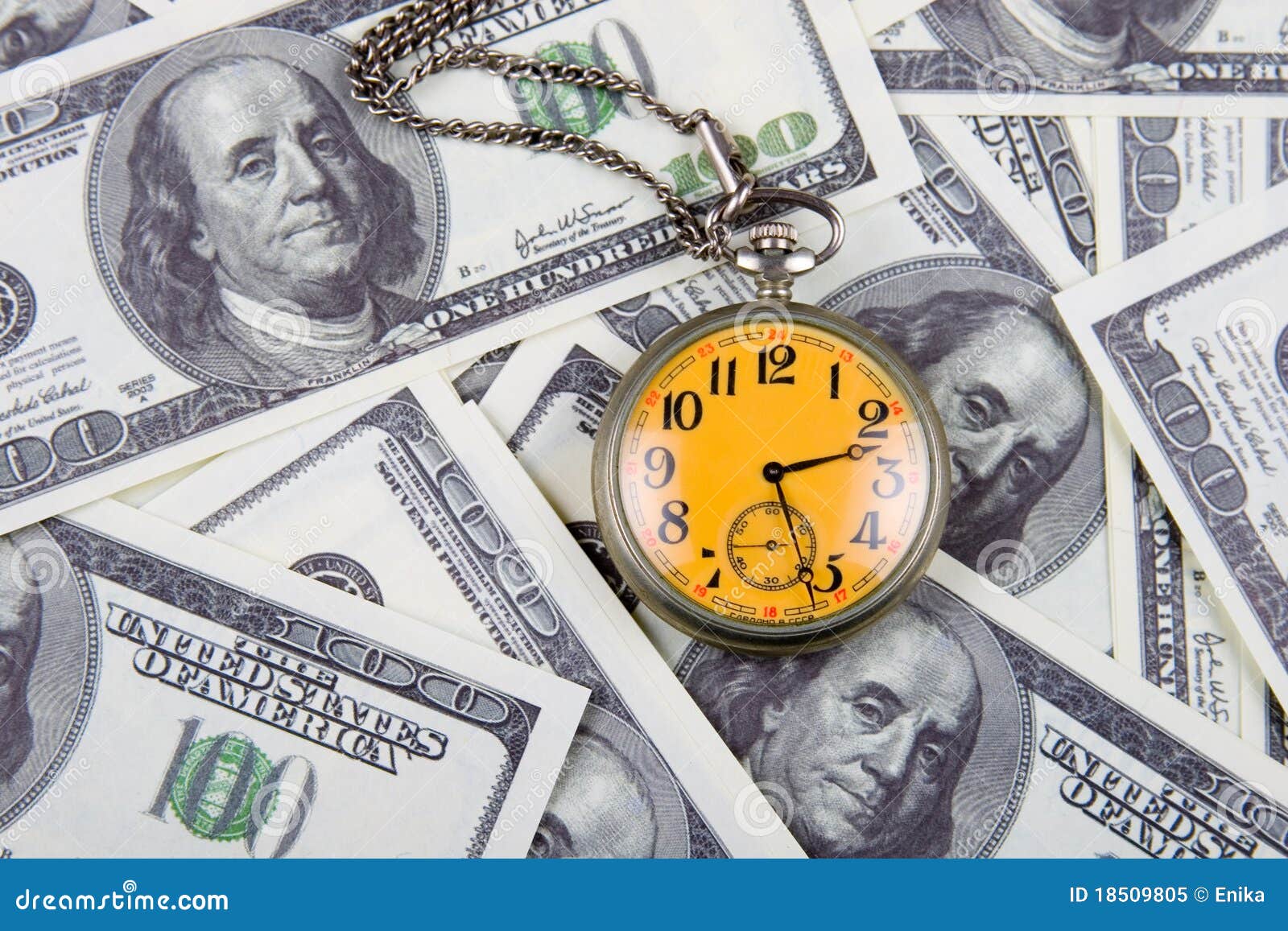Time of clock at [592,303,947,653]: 2:26
